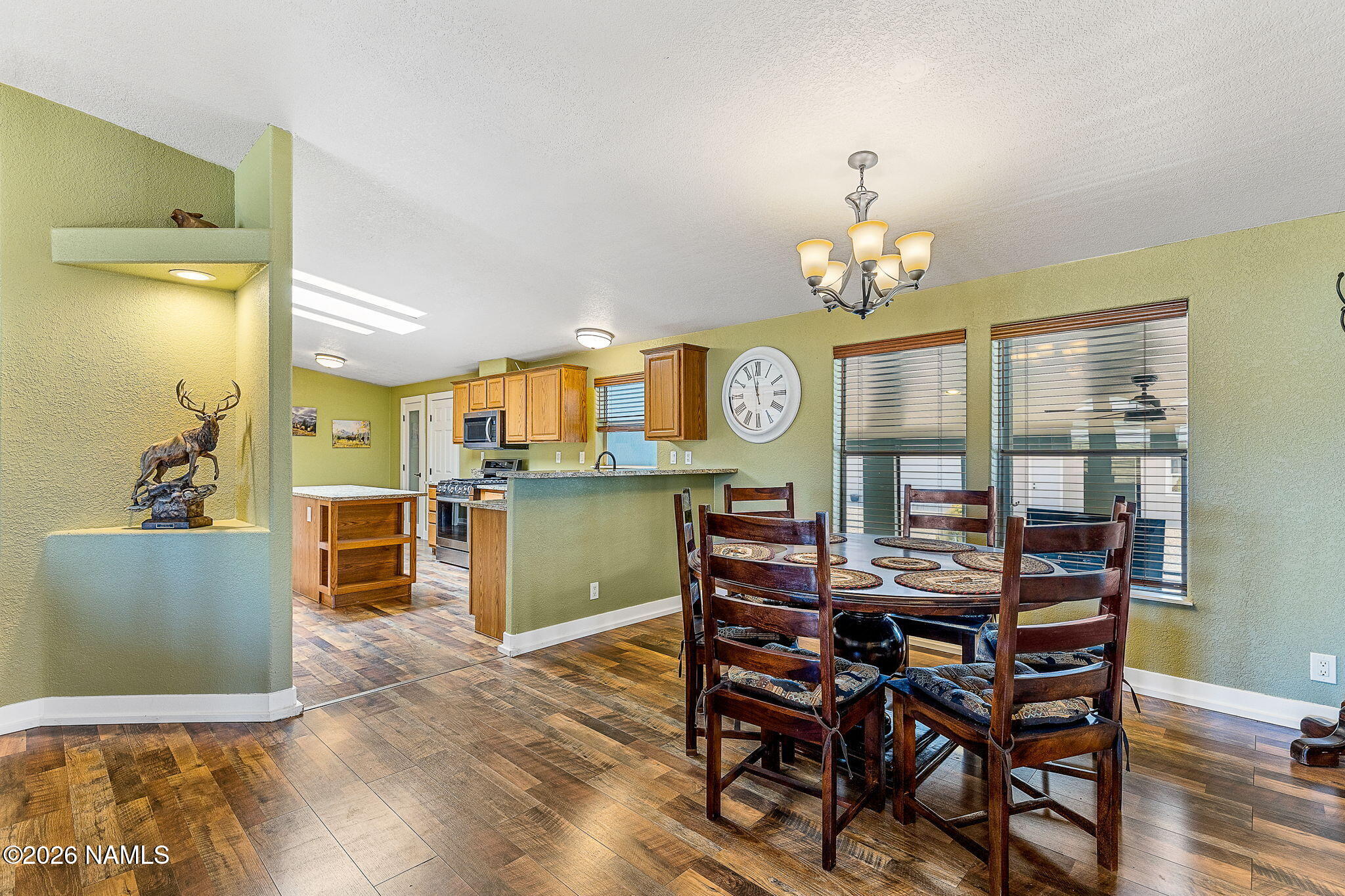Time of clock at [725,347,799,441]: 11:57
